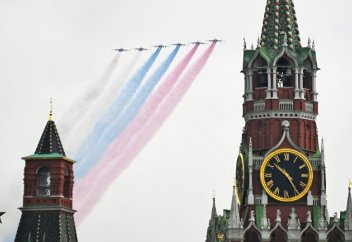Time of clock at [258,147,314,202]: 10:24
